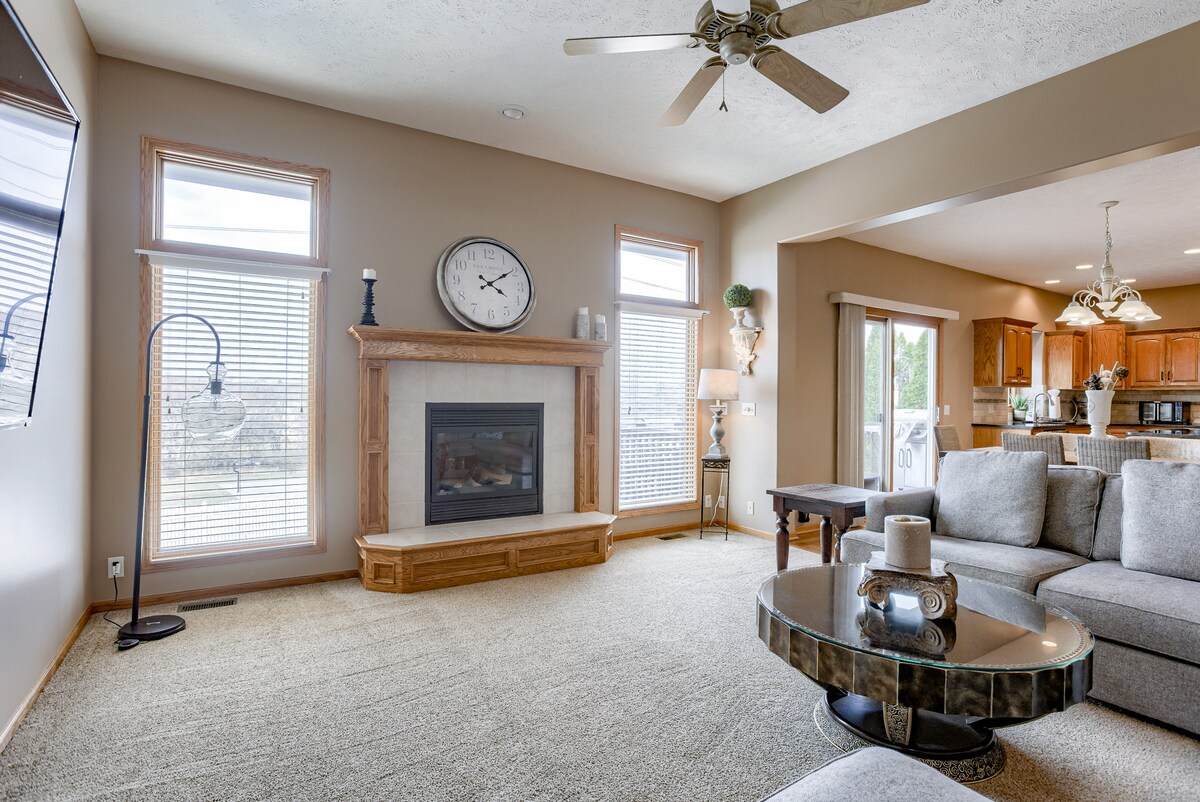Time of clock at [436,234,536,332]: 4:09
